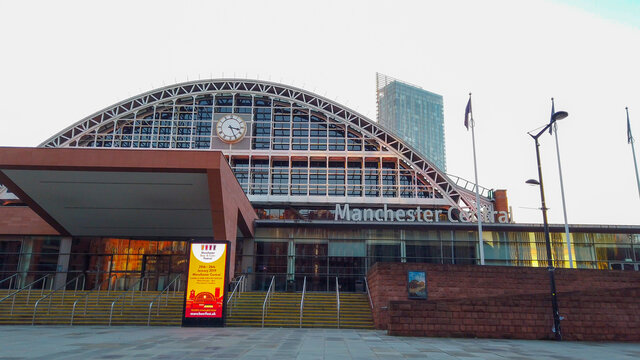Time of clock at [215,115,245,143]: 3:25
